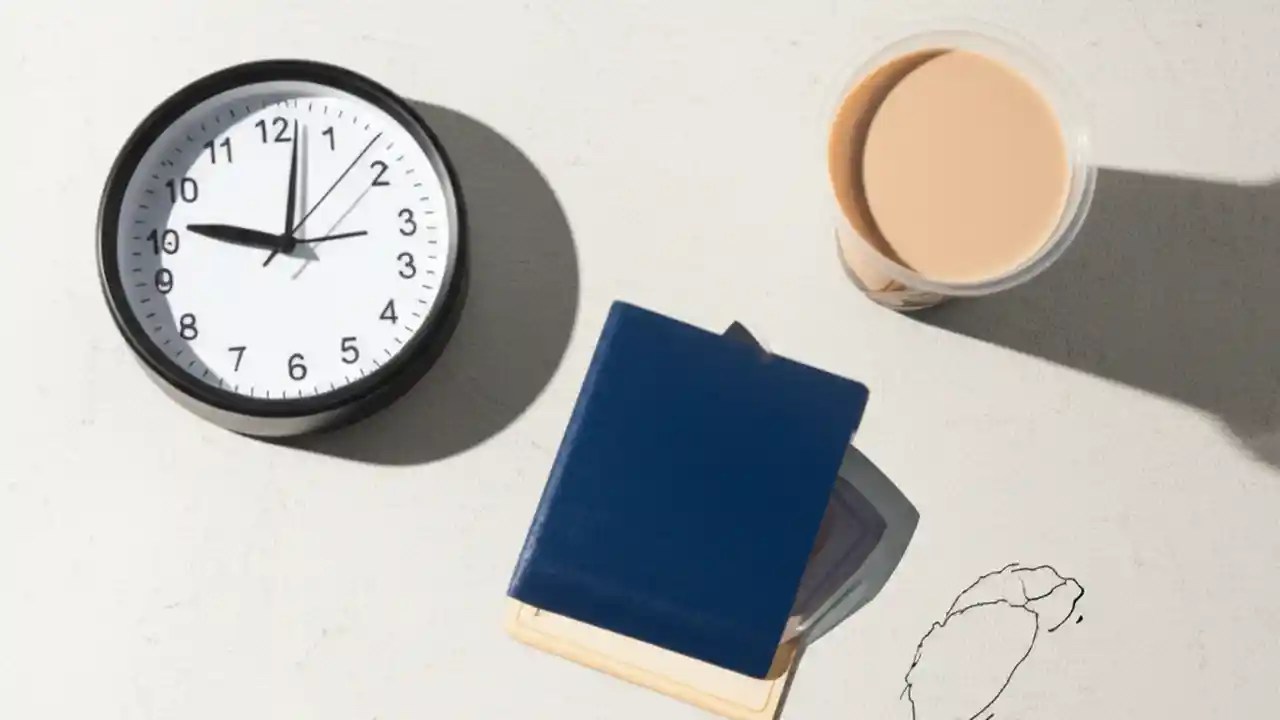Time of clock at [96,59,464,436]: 10:02
